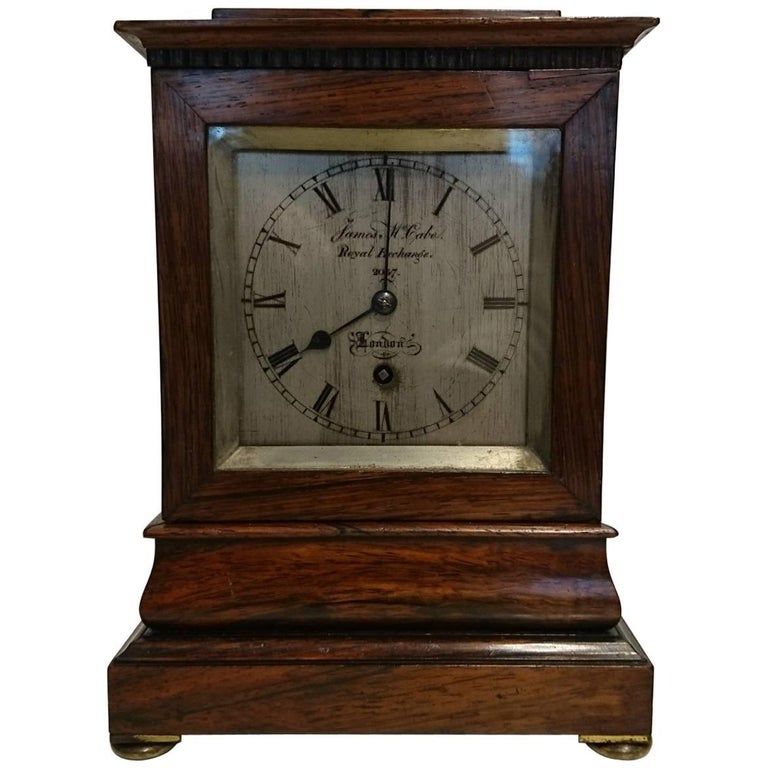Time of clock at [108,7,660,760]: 8:00
